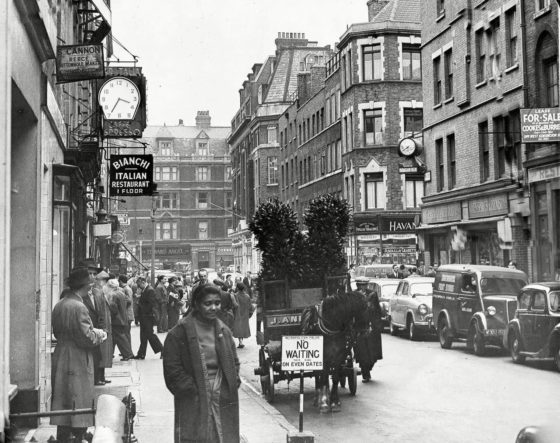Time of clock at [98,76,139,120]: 3:35
